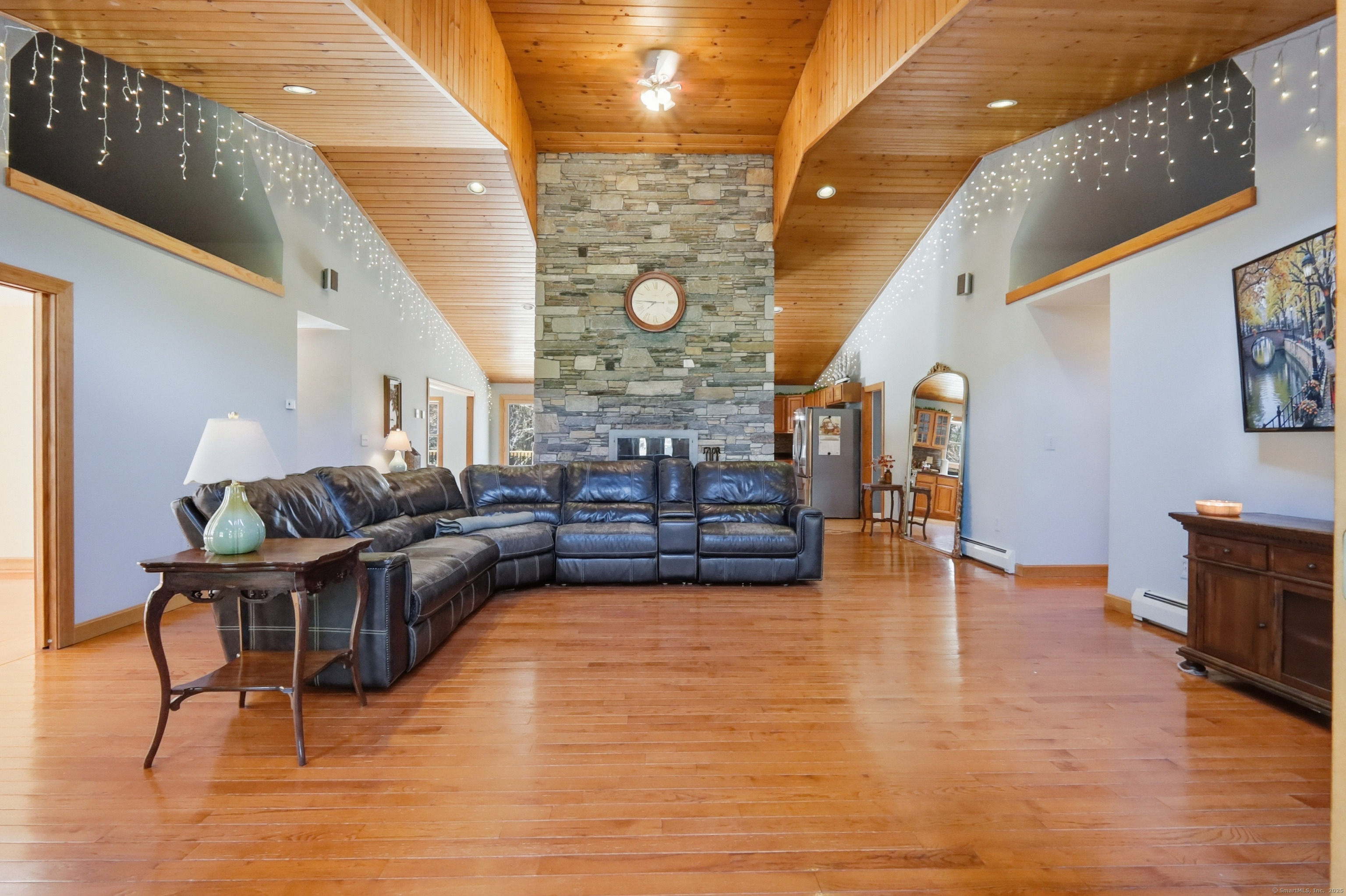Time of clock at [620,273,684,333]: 7:45
